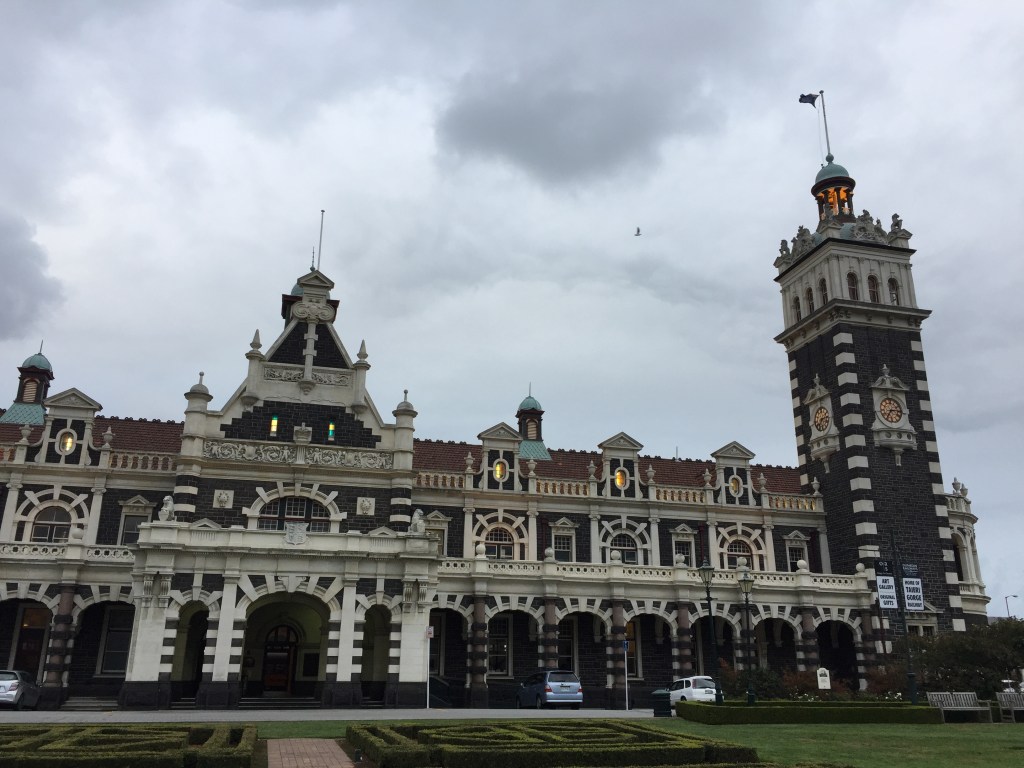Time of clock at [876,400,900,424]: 7:14
